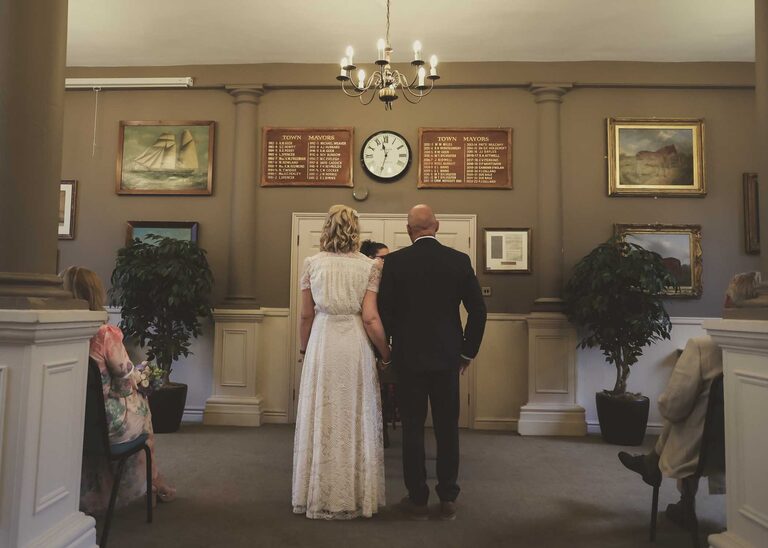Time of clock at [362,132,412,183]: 11:32
